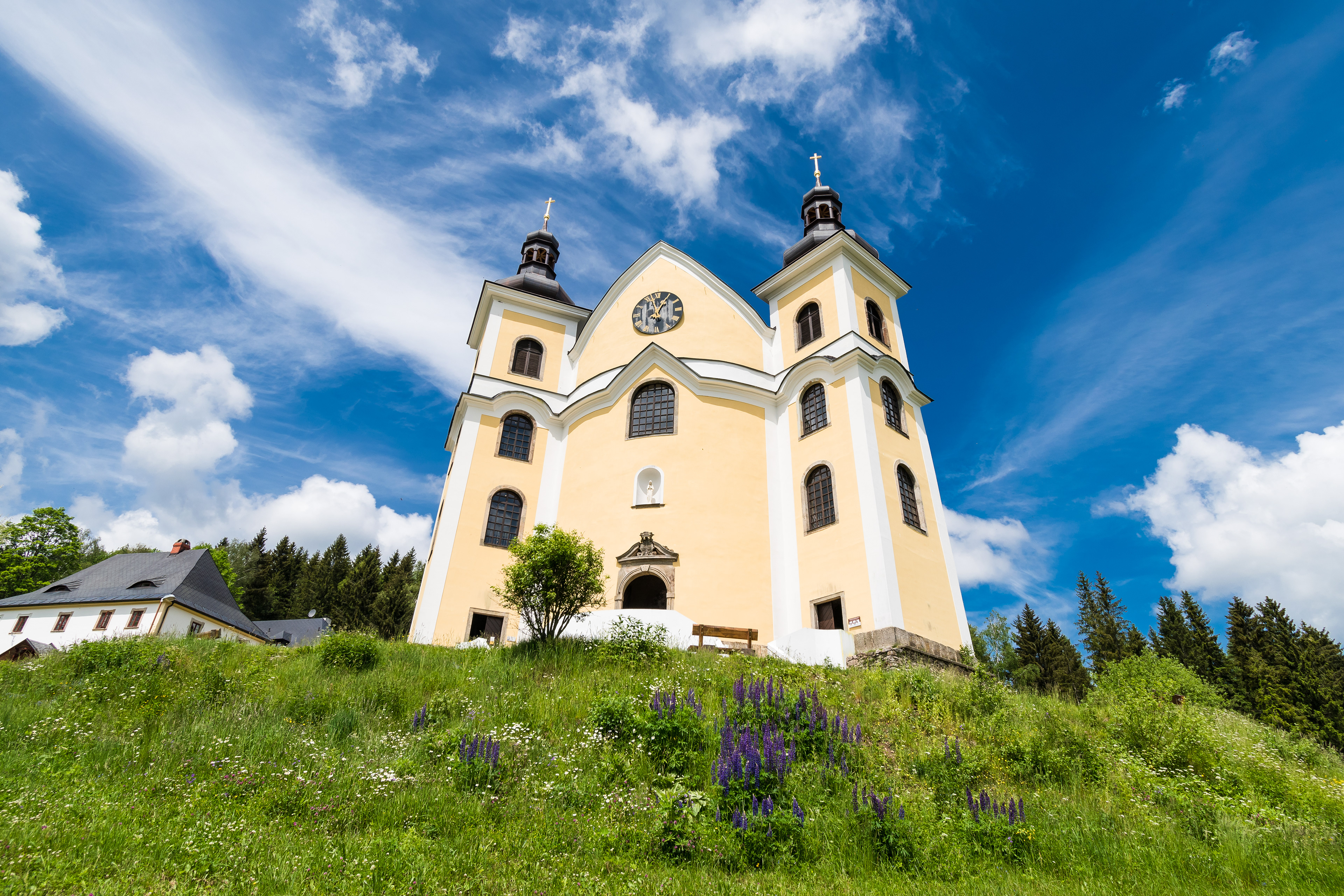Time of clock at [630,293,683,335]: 12:57
